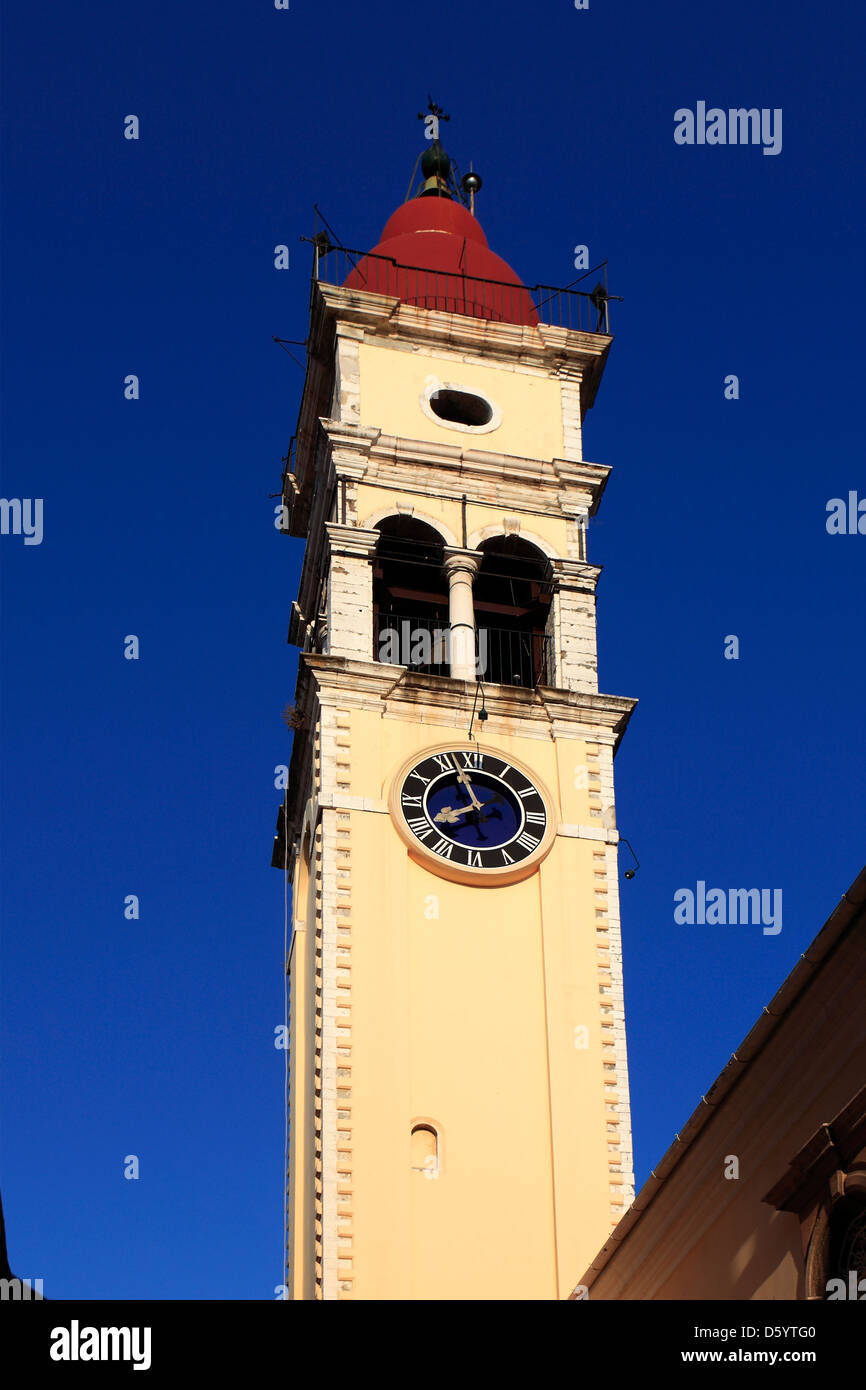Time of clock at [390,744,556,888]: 7:56
